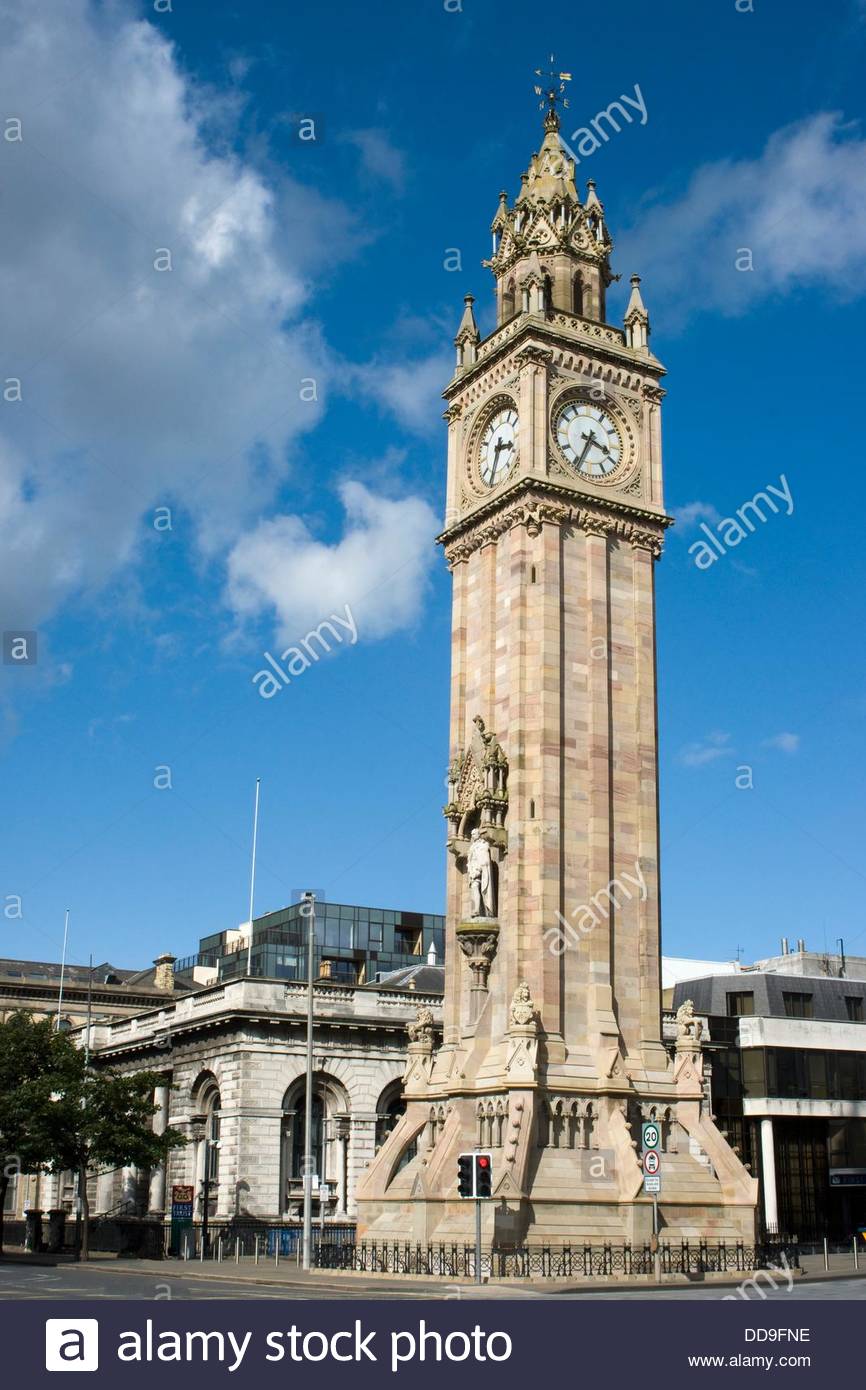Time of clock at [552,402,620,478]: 3:34
